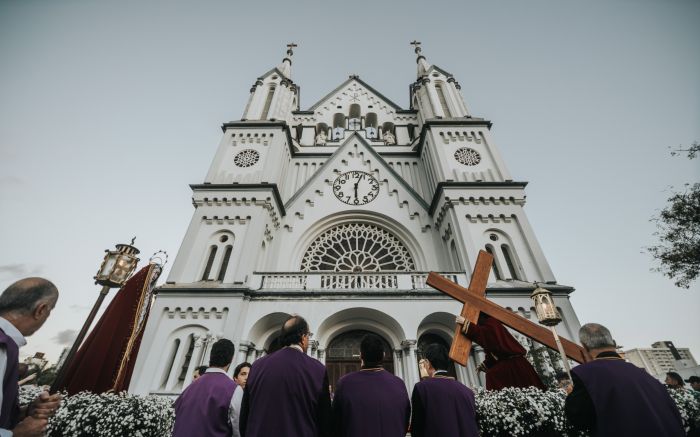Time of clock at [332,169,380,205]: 6:03
